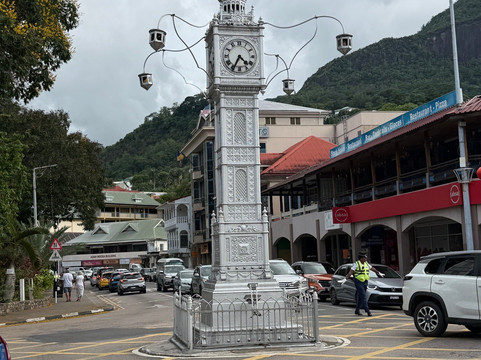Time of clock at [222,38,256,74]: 4:34
